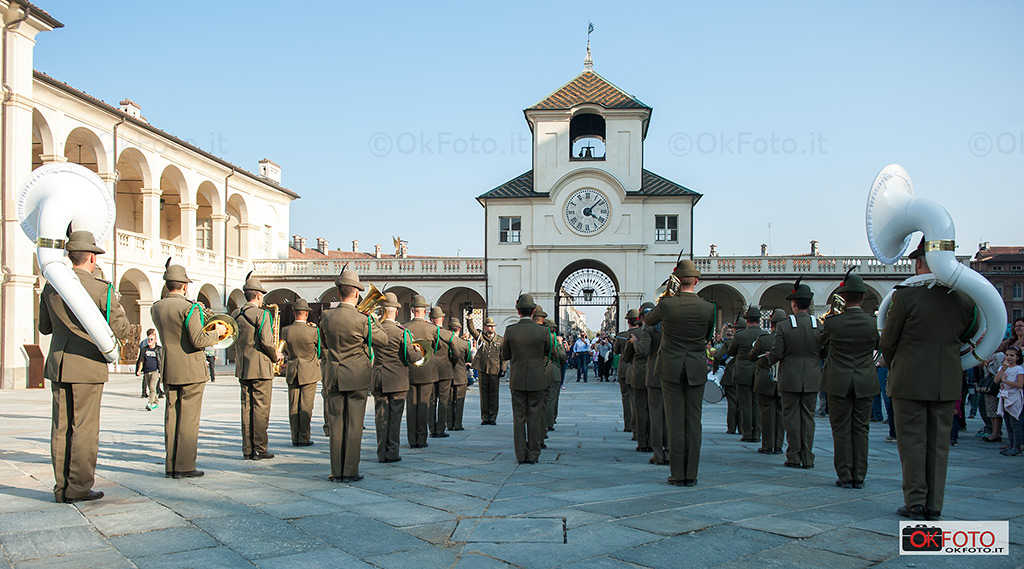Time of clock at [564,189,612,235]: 4:07
